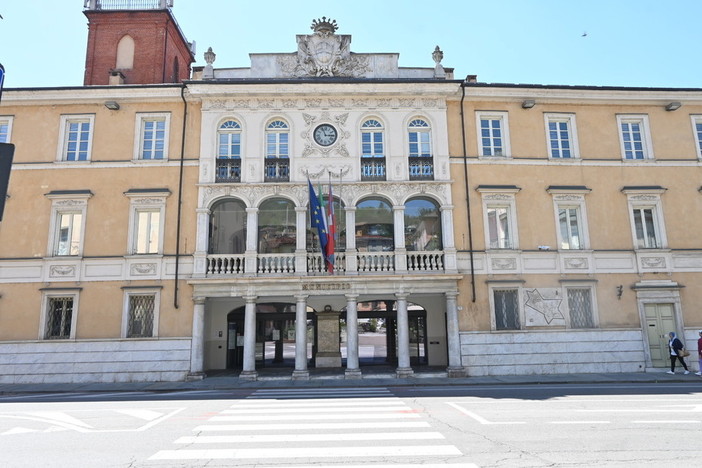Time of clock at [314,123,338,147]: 2:56
